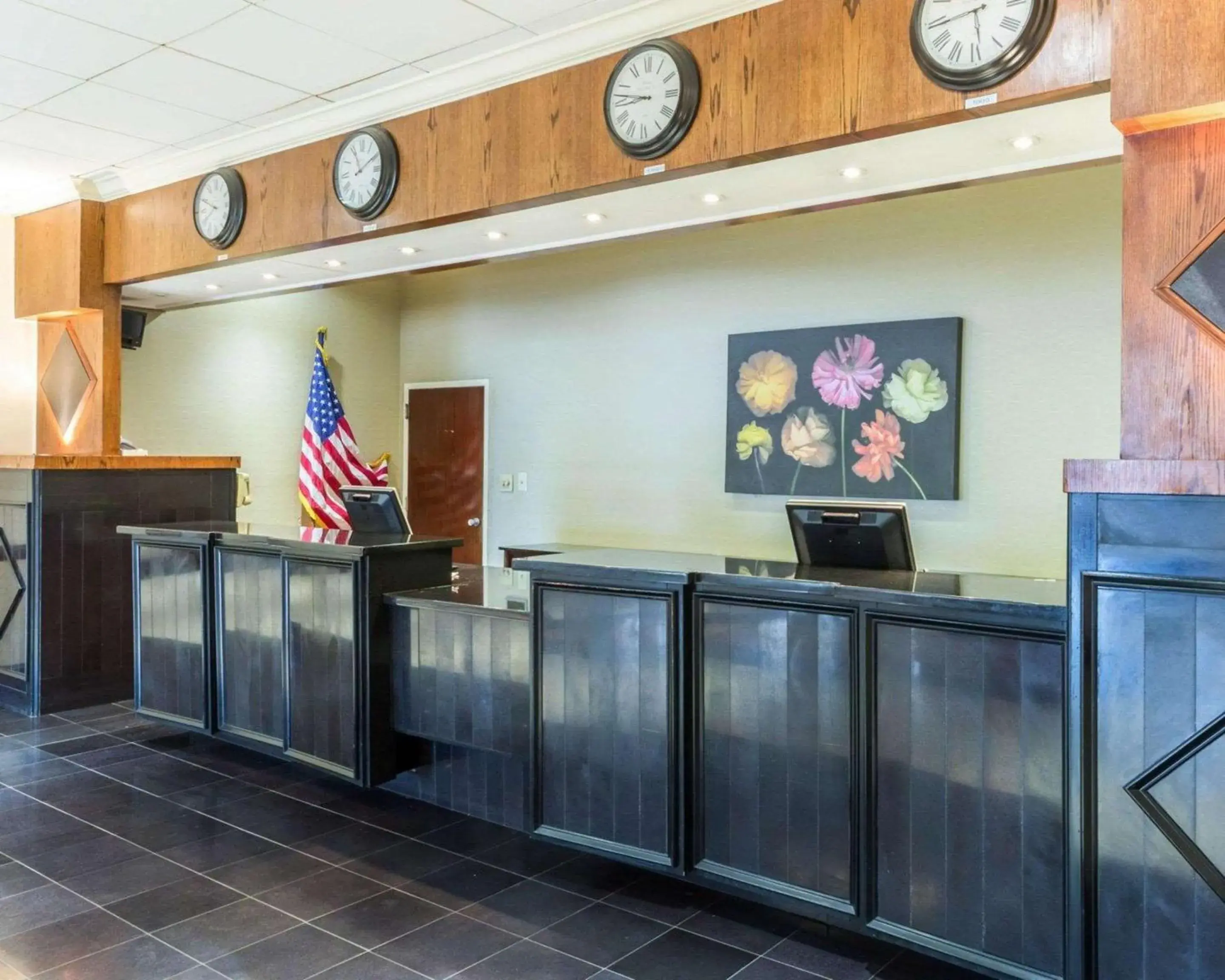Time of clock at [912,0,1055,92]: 5:43
